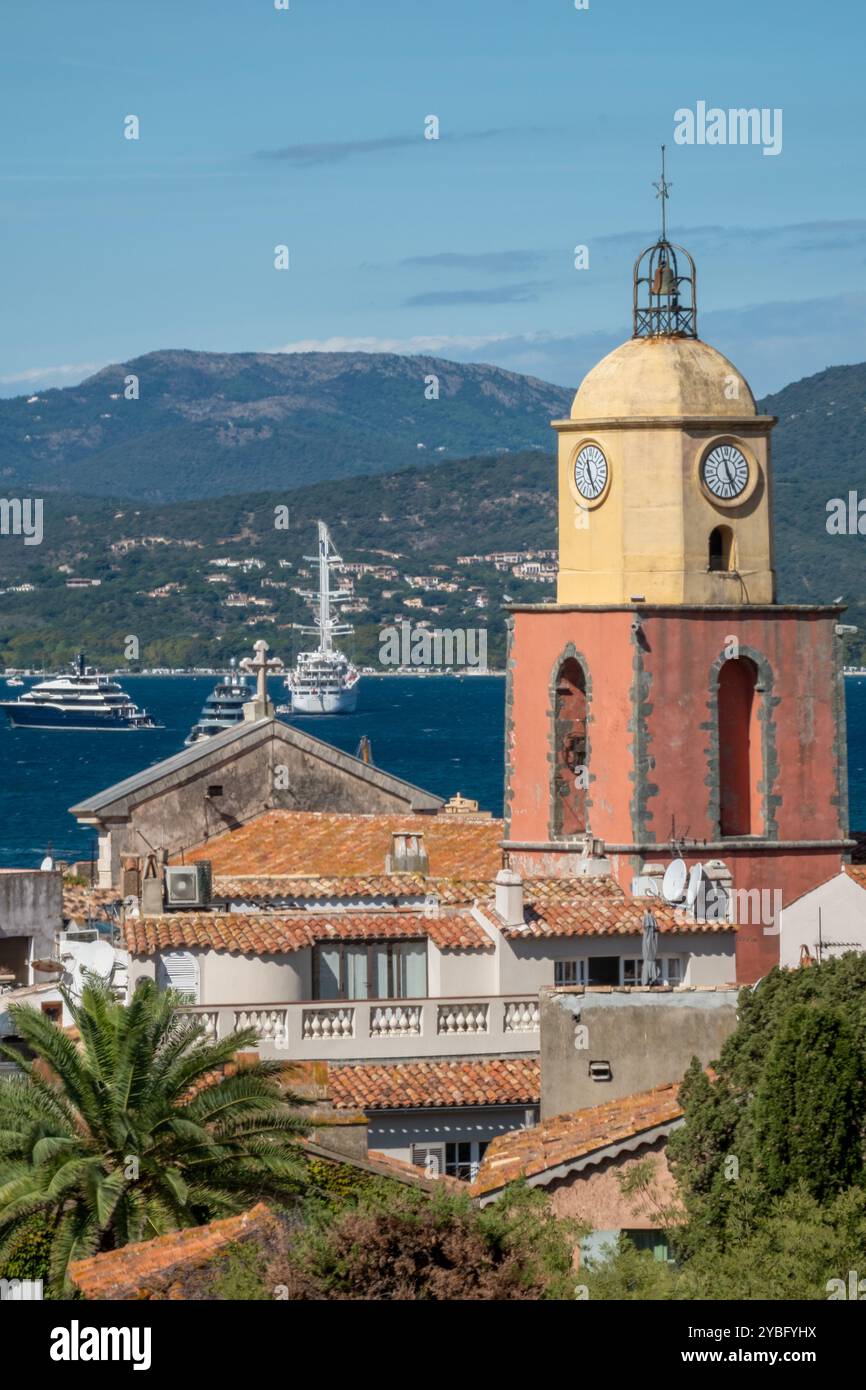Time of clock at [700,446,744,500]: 11:25
